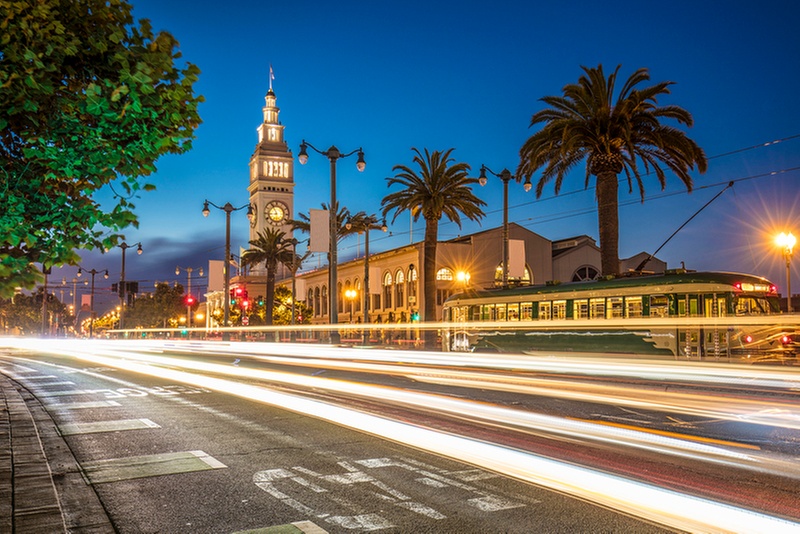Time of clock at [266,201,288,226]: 5:55
